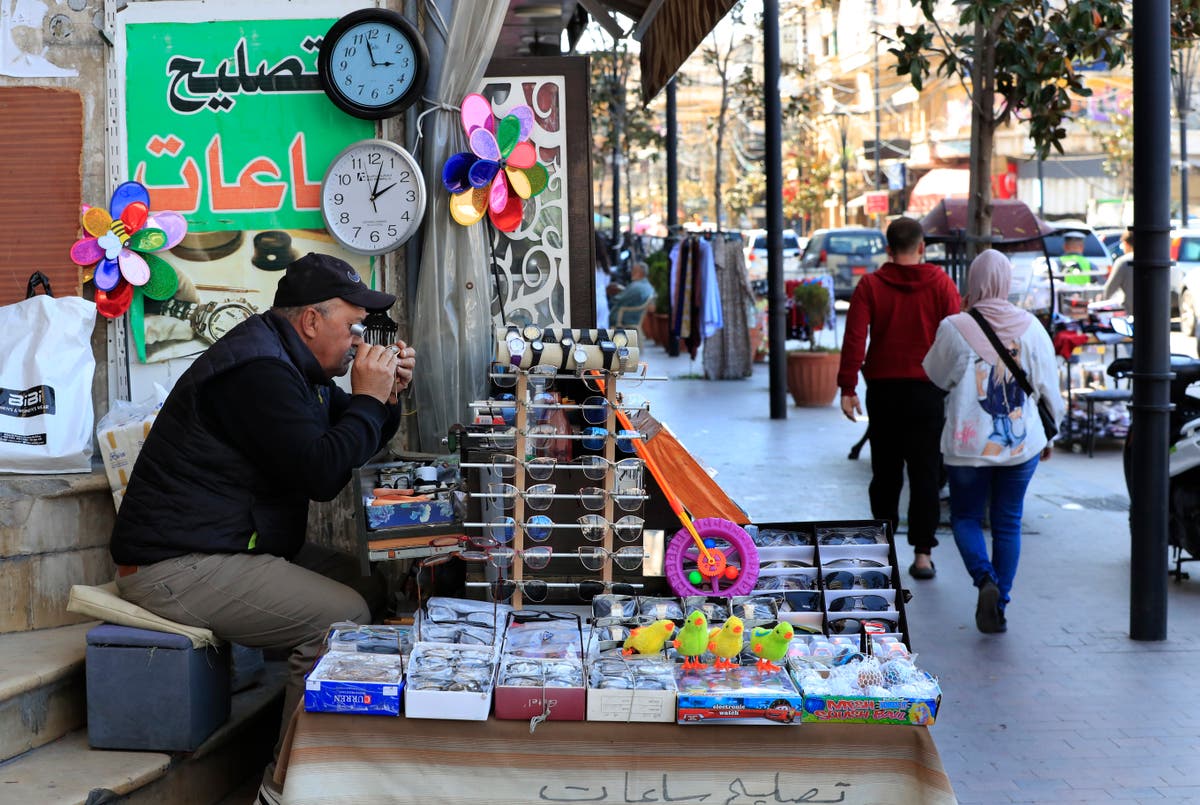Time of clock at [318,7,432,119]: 2:57
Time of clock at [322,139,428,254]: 2:02
